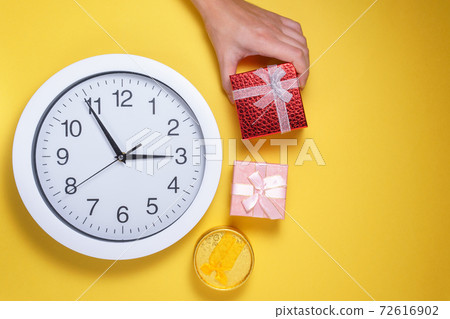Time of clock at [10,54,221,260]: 2:54
